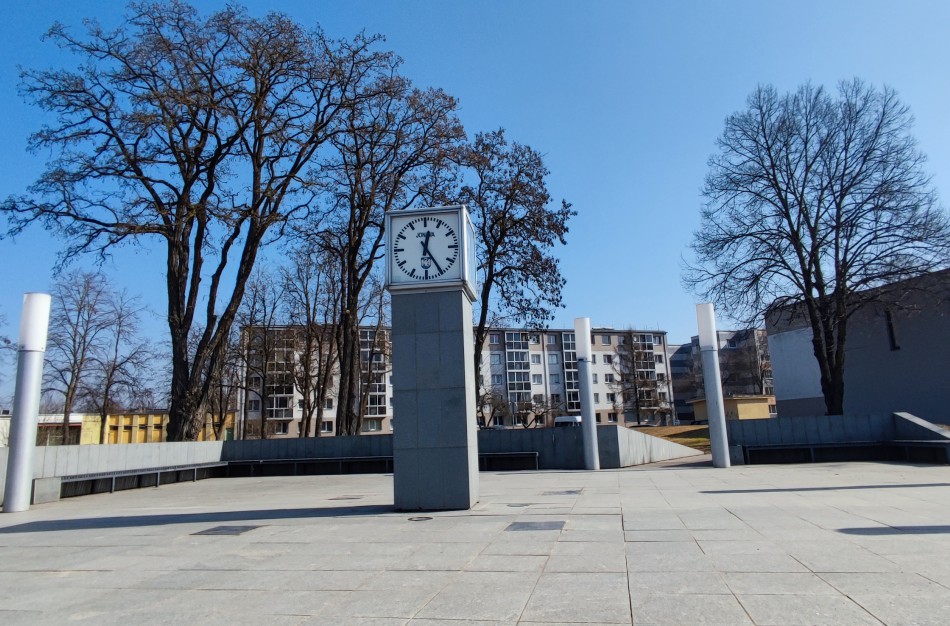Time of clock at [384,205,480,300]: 12:24
